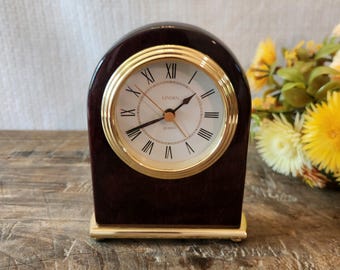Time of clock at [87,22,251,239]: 1:40
